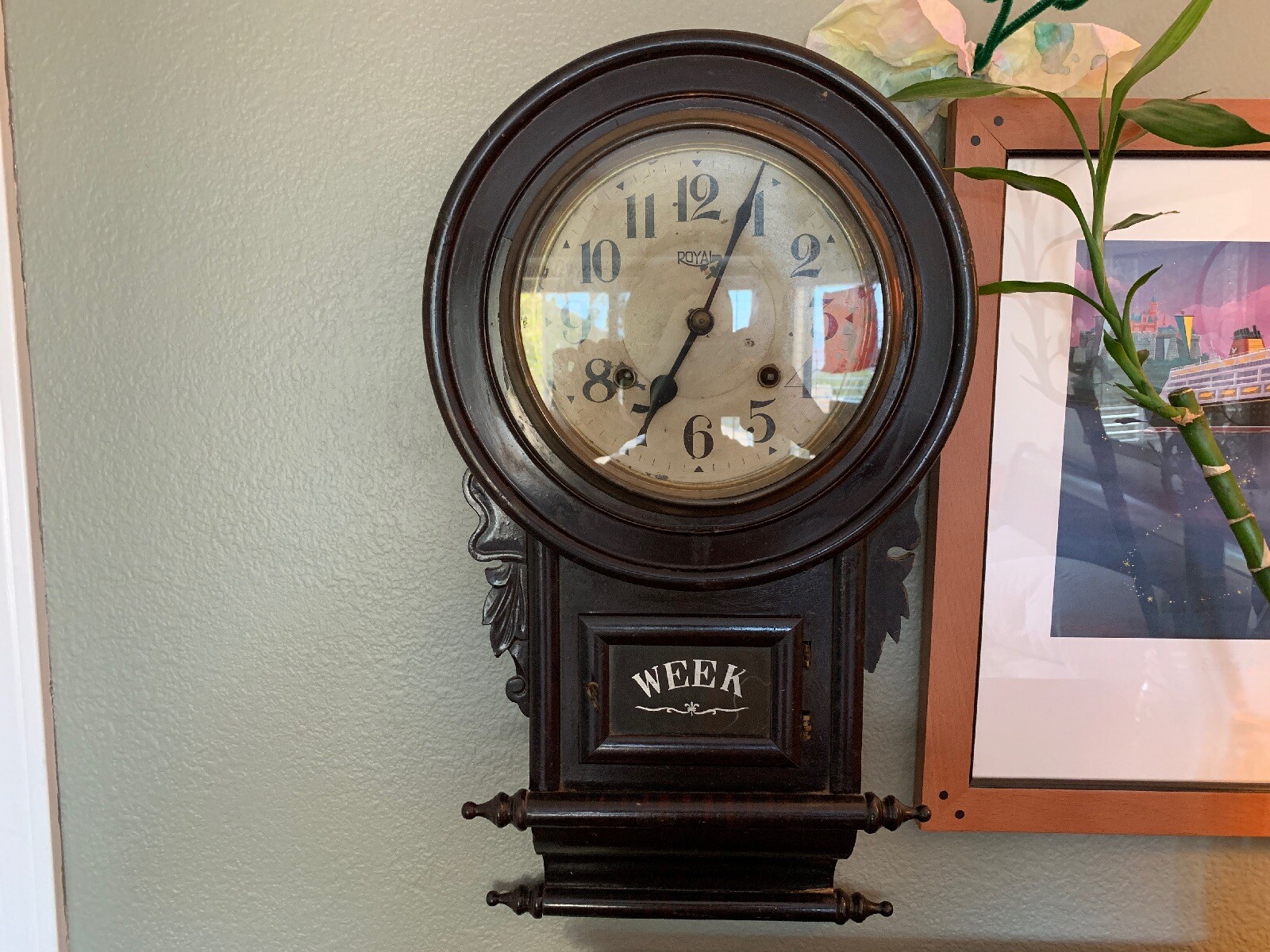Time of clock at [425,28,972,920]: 7:04
